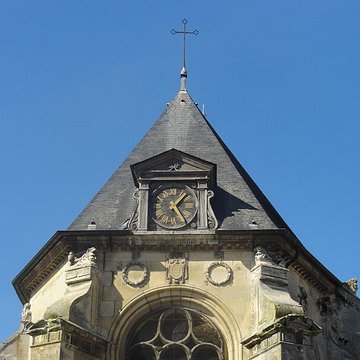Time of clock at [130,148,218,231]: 1:24
